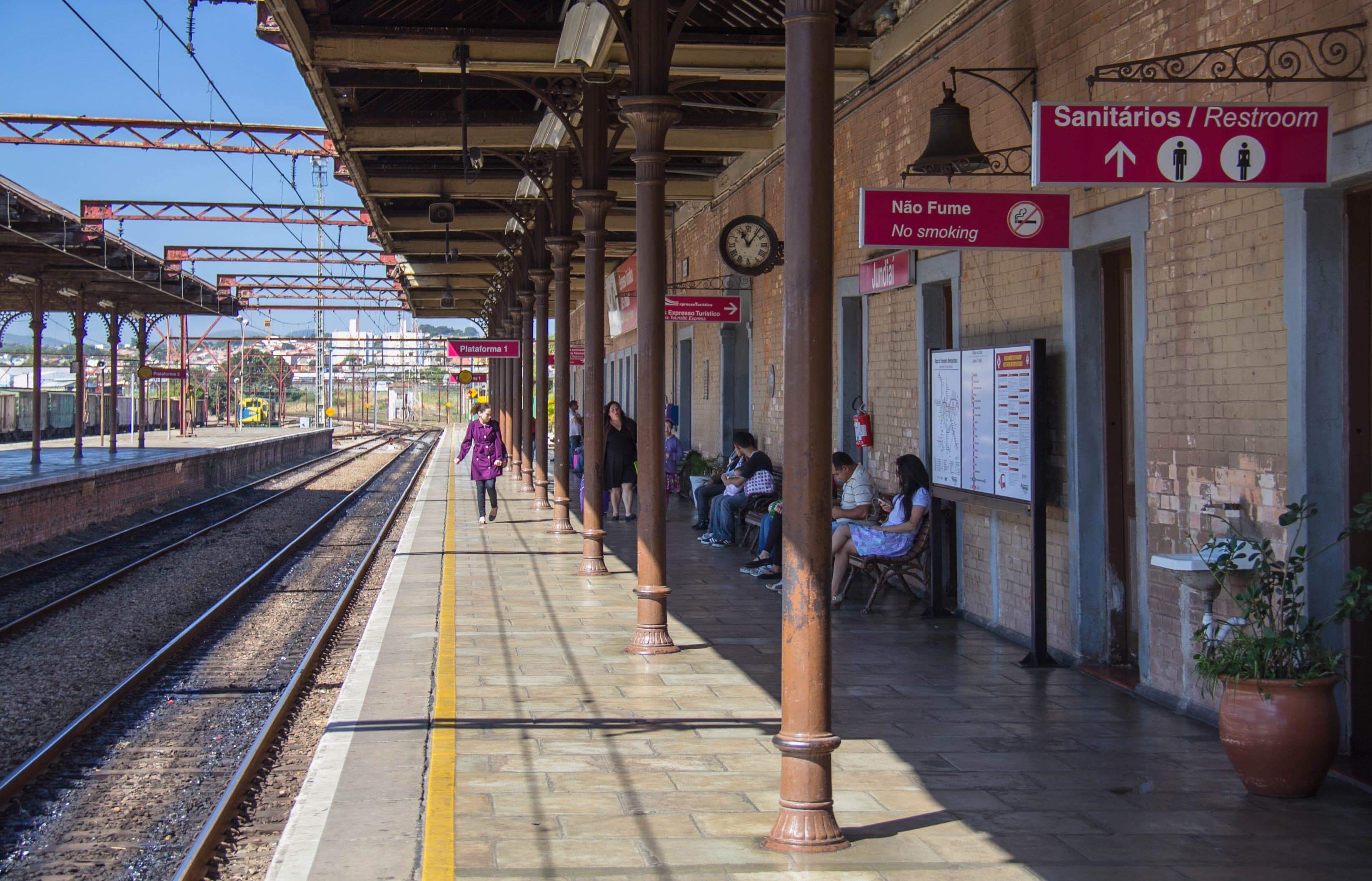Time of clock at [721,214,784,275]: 11:06
